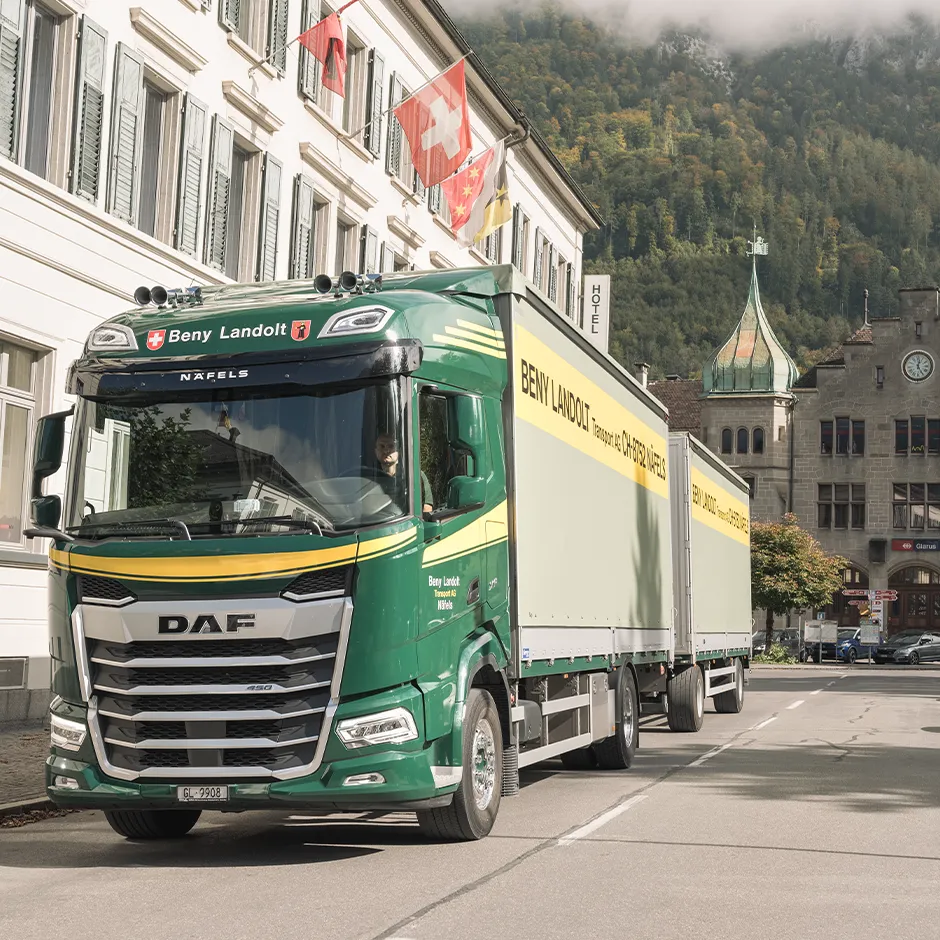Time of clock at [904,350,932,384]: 12:24
